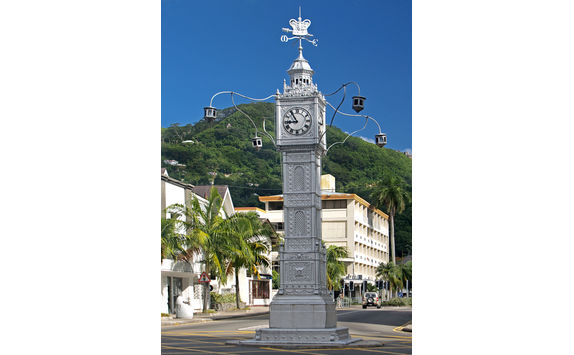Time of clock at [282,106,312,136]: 8:54
